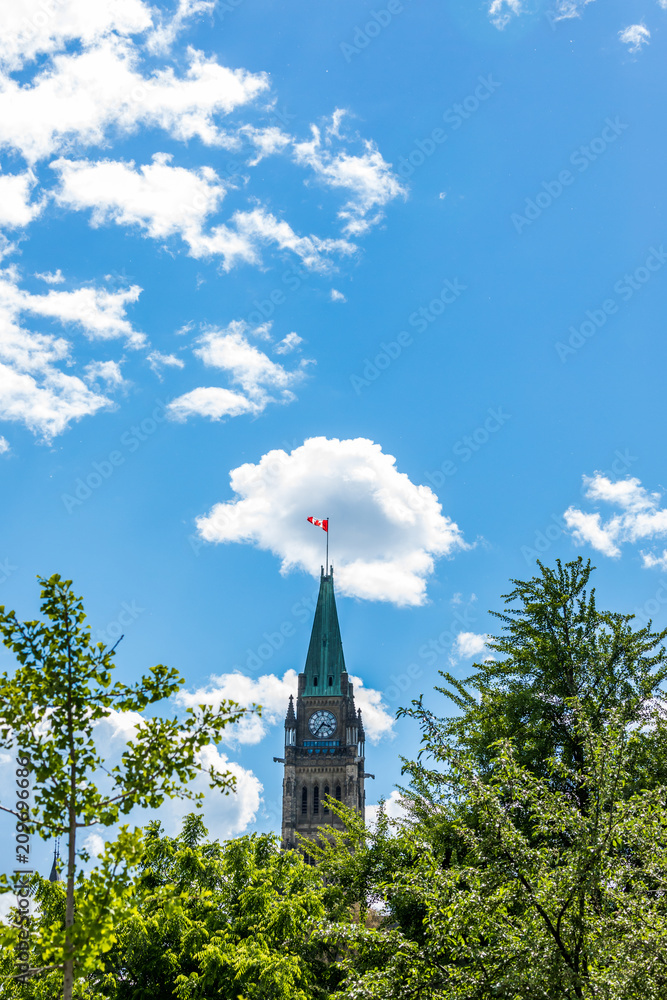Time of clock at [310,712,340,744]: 3:36
